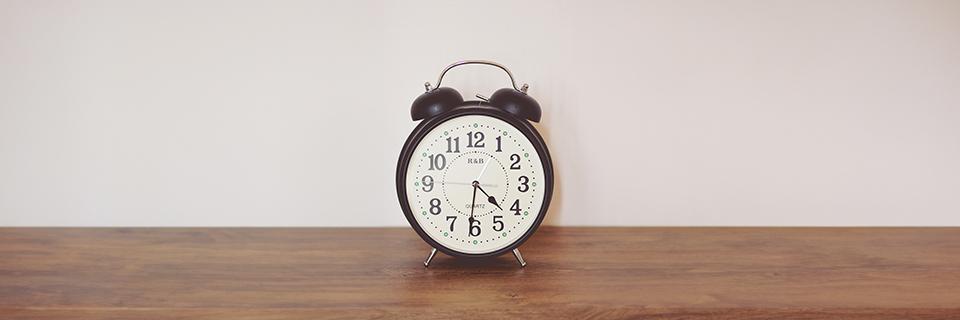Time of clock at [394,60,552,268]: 4:31
